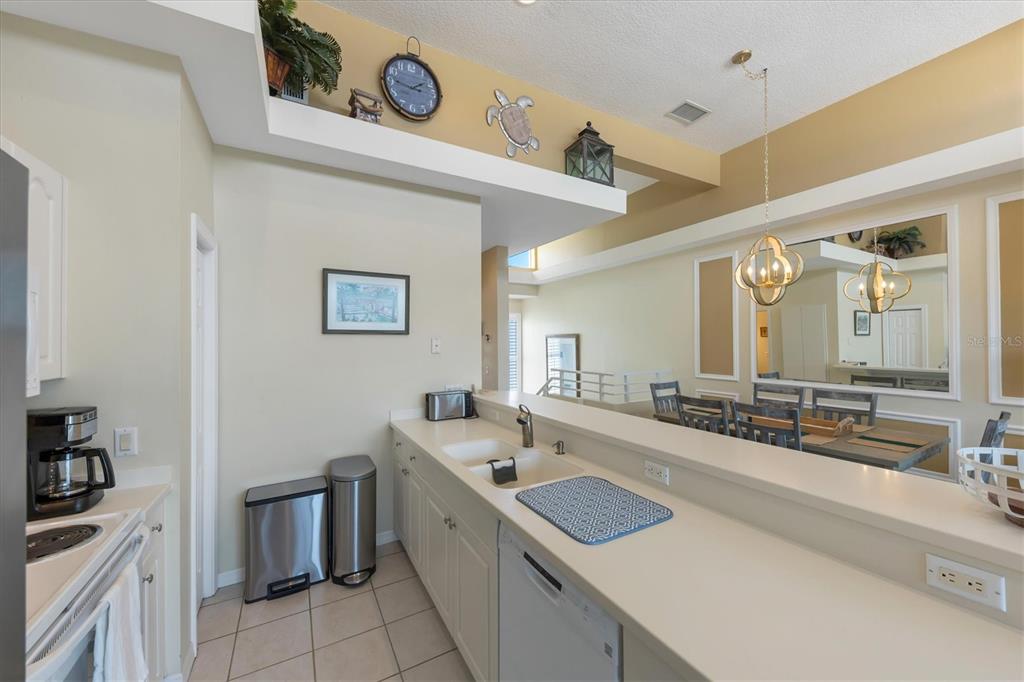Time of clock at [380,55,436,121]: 1:46
